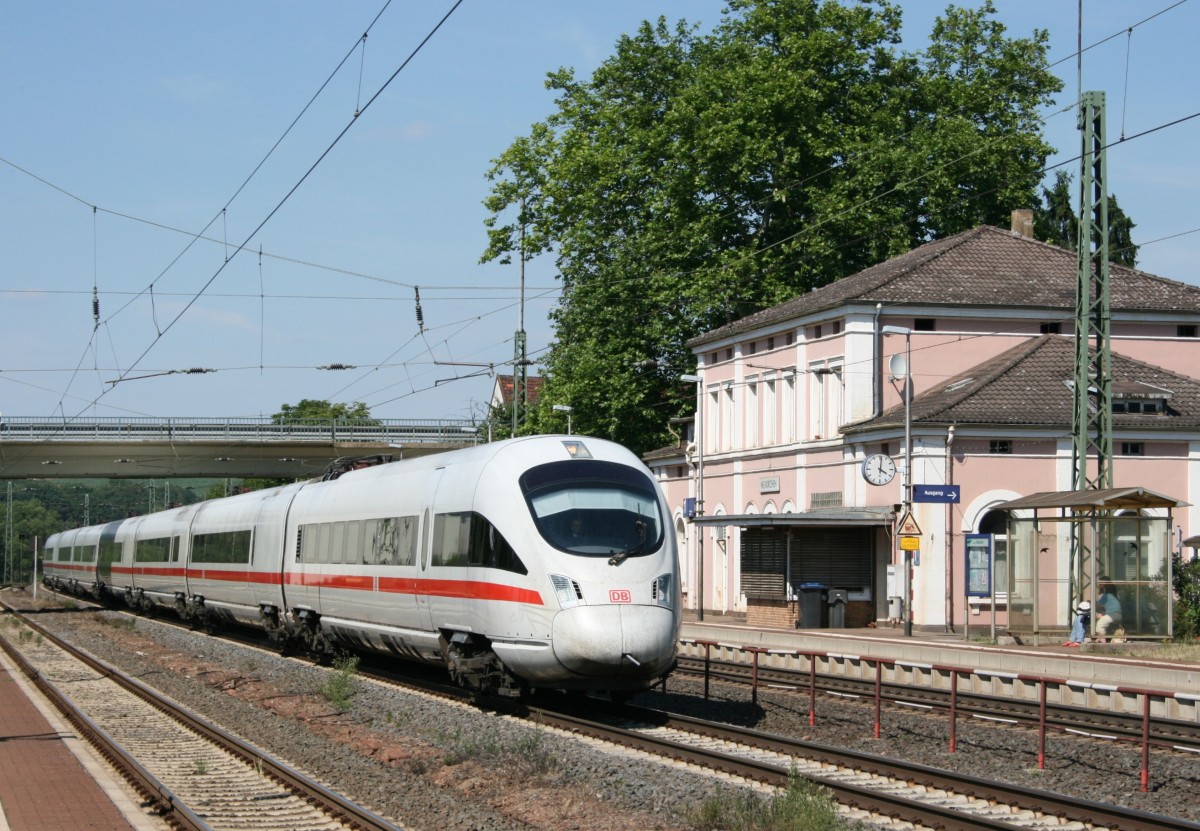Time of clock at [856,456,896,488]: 4:01
